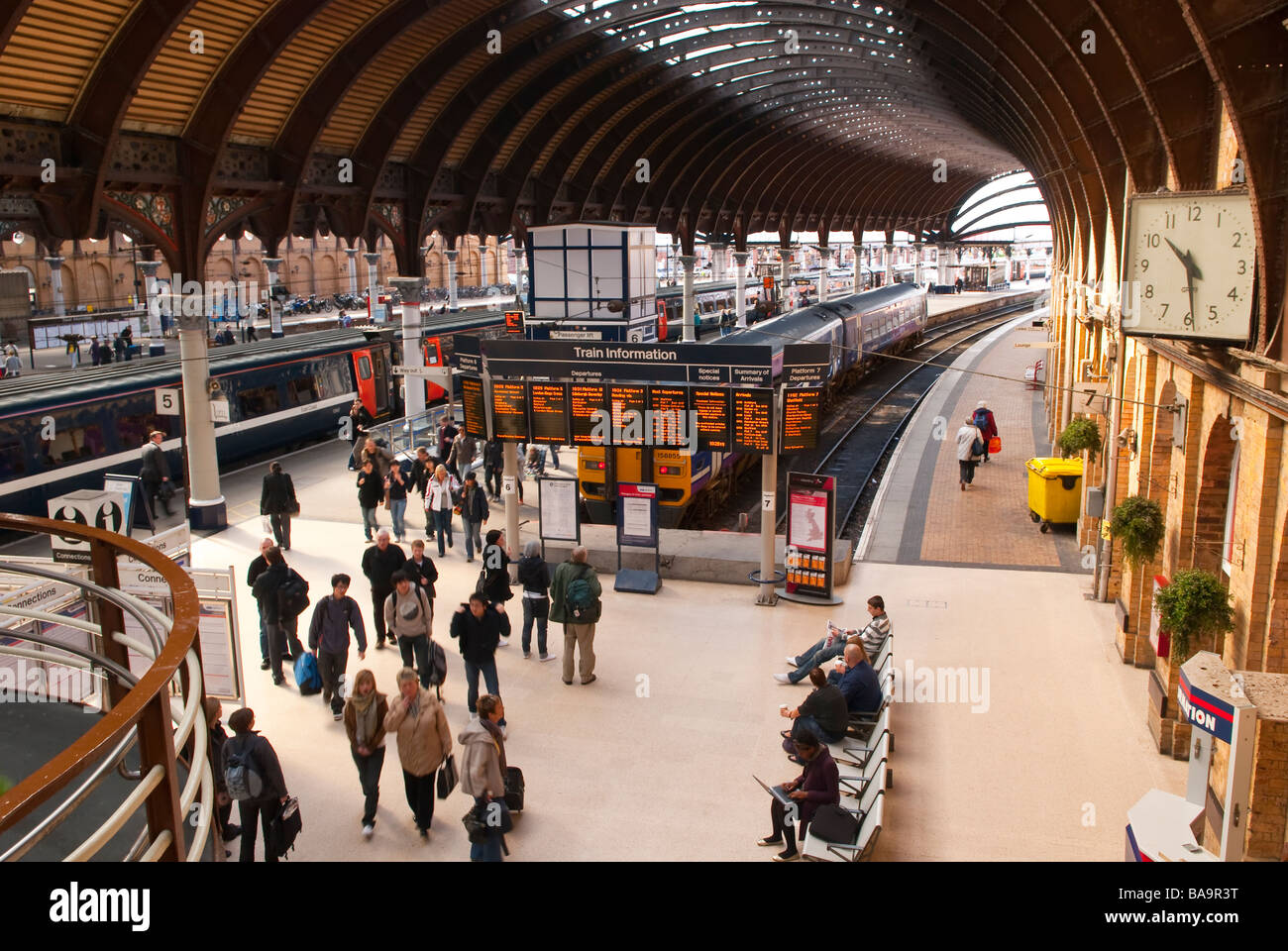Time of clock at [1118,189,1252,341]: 10:28
